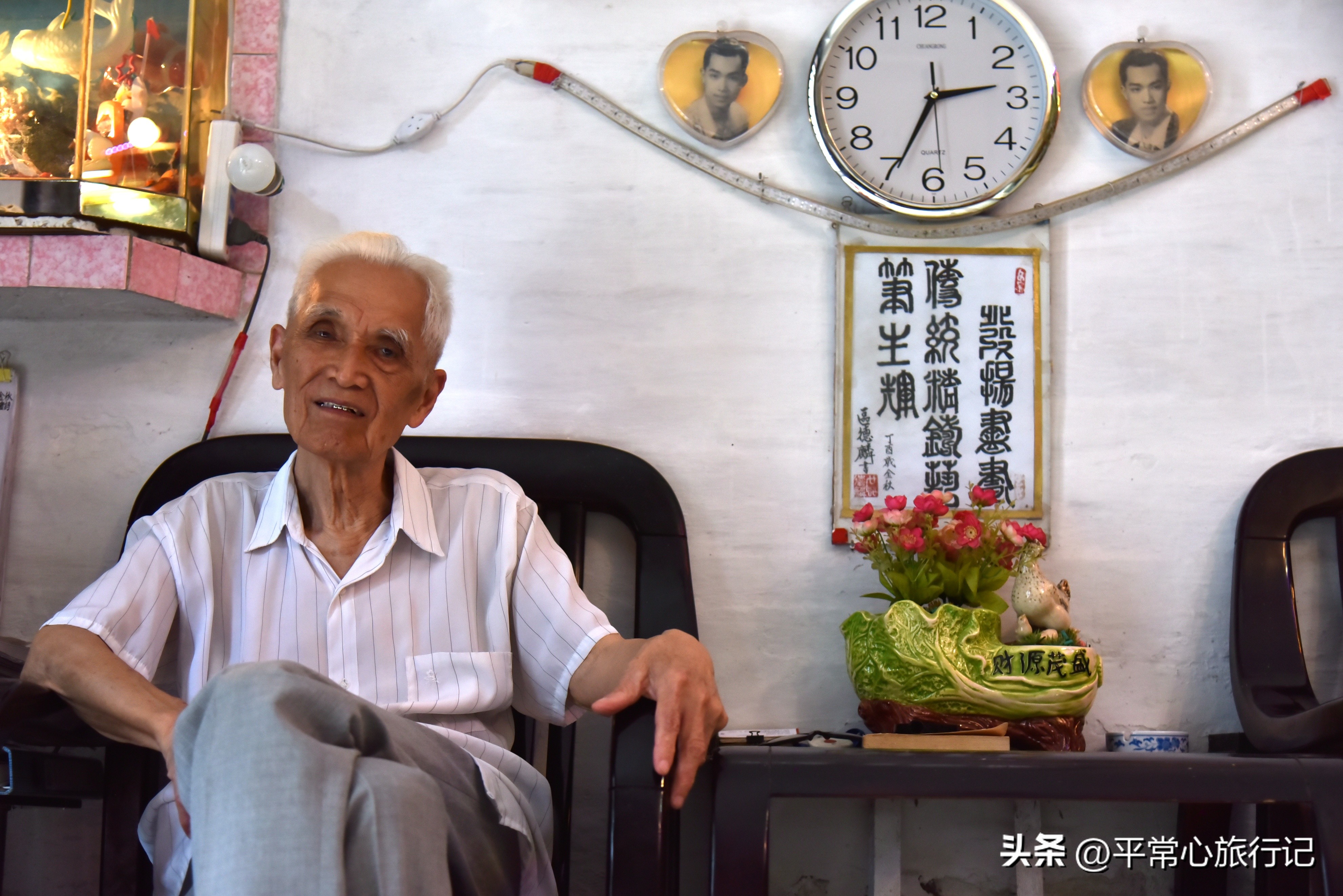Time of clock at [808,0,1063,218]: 2:34
